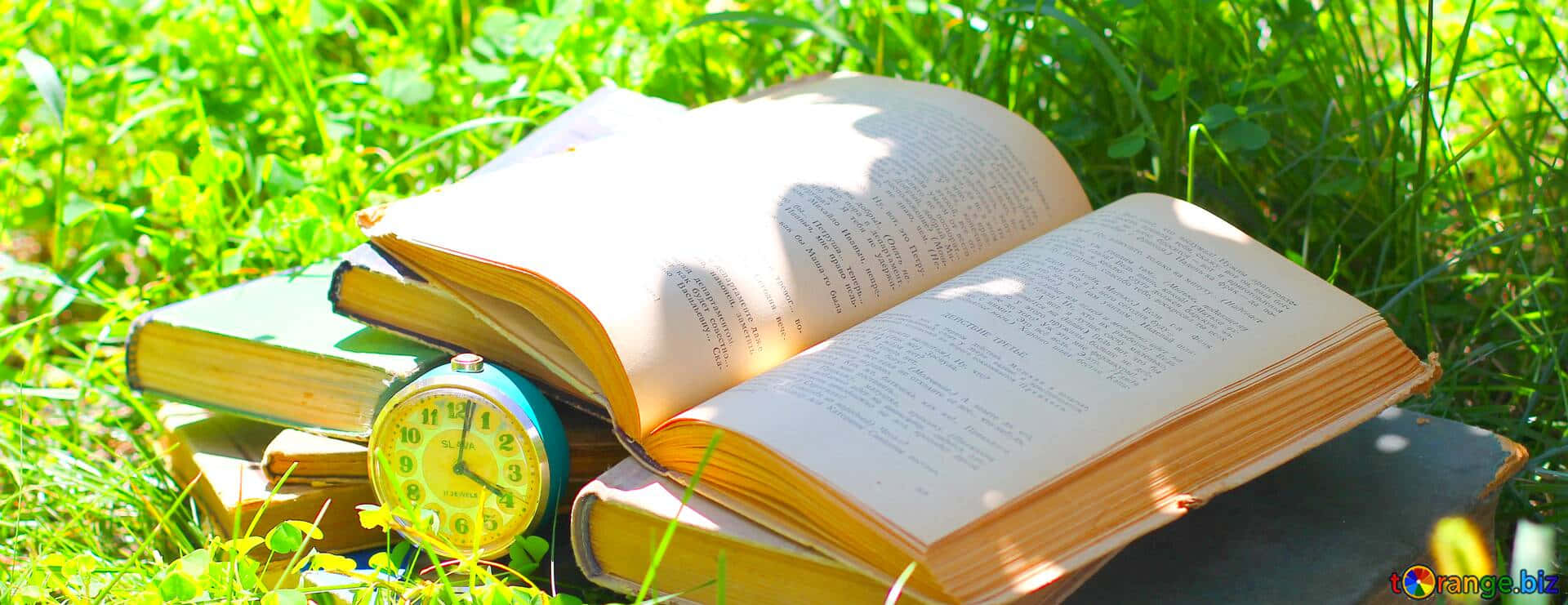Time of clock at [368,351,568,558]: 4:02
